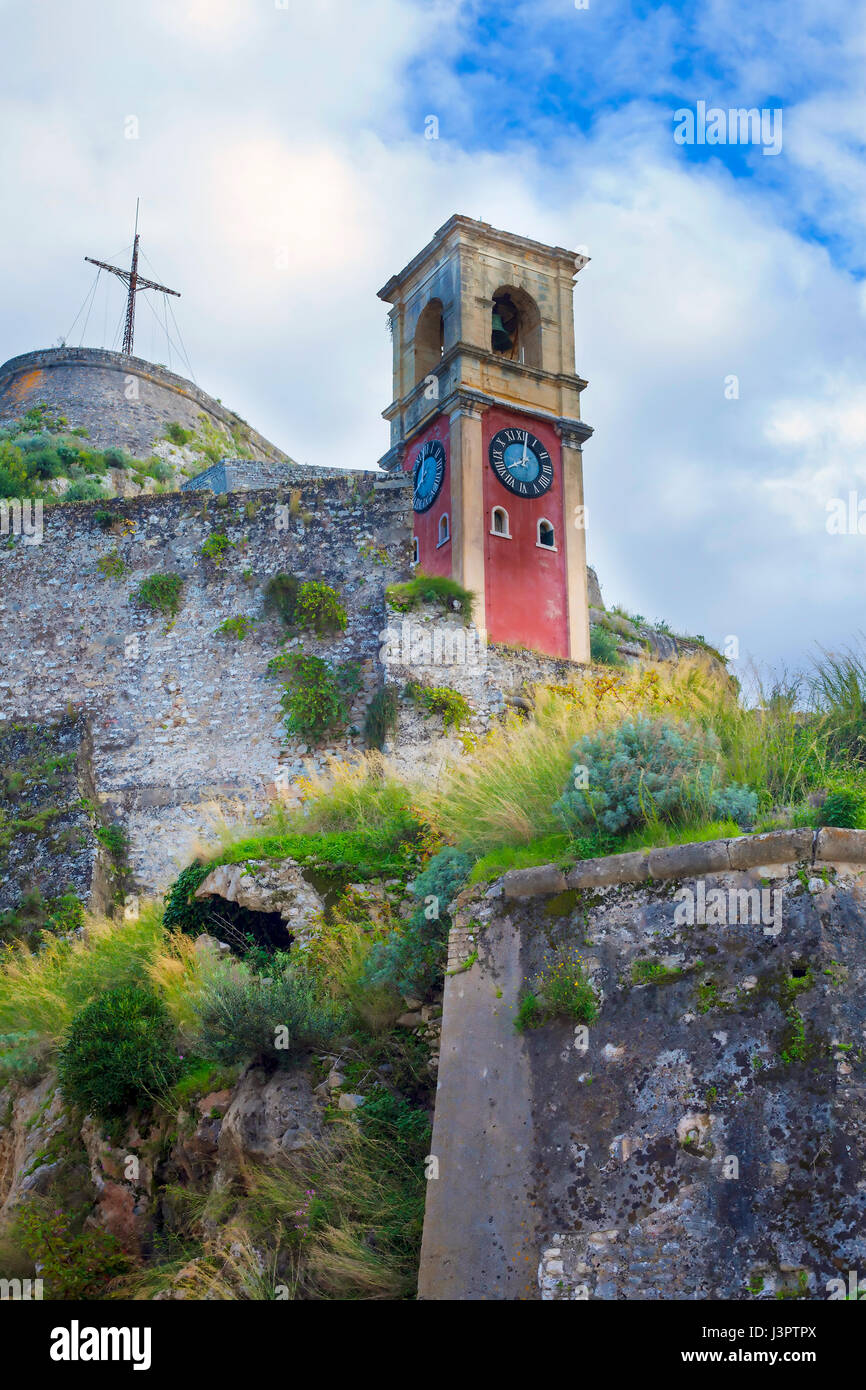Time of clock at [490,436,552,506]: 8:01
